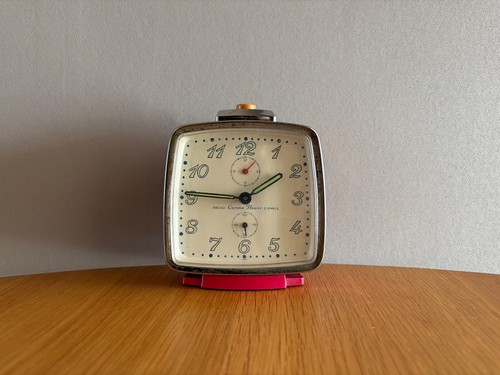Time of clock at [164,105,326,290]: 1:46
